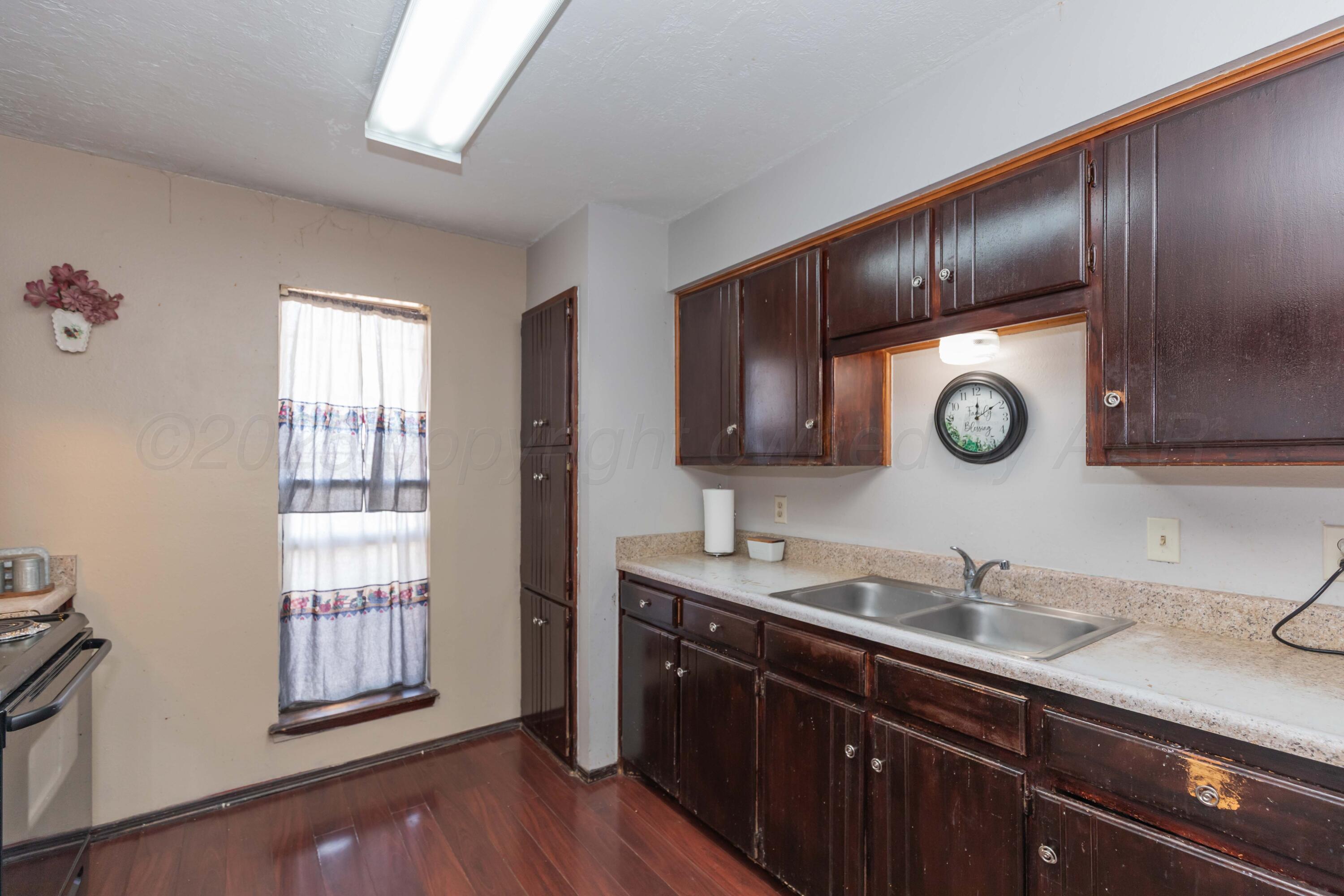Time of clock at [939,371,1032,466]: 12:09
